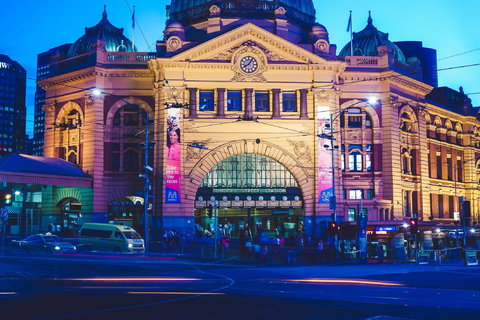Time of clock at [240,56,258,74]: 8:06
